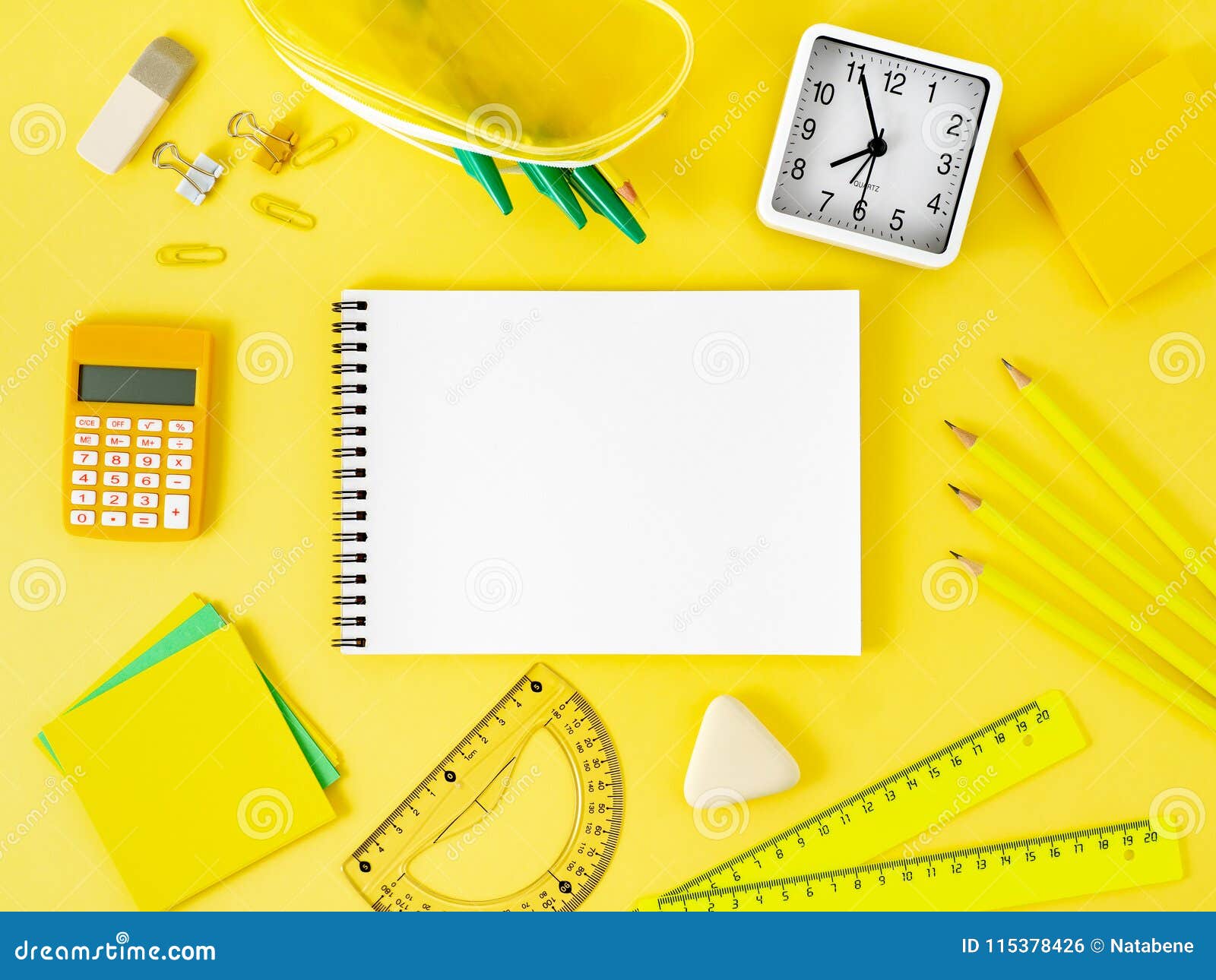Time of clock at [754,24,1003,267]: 7:55
